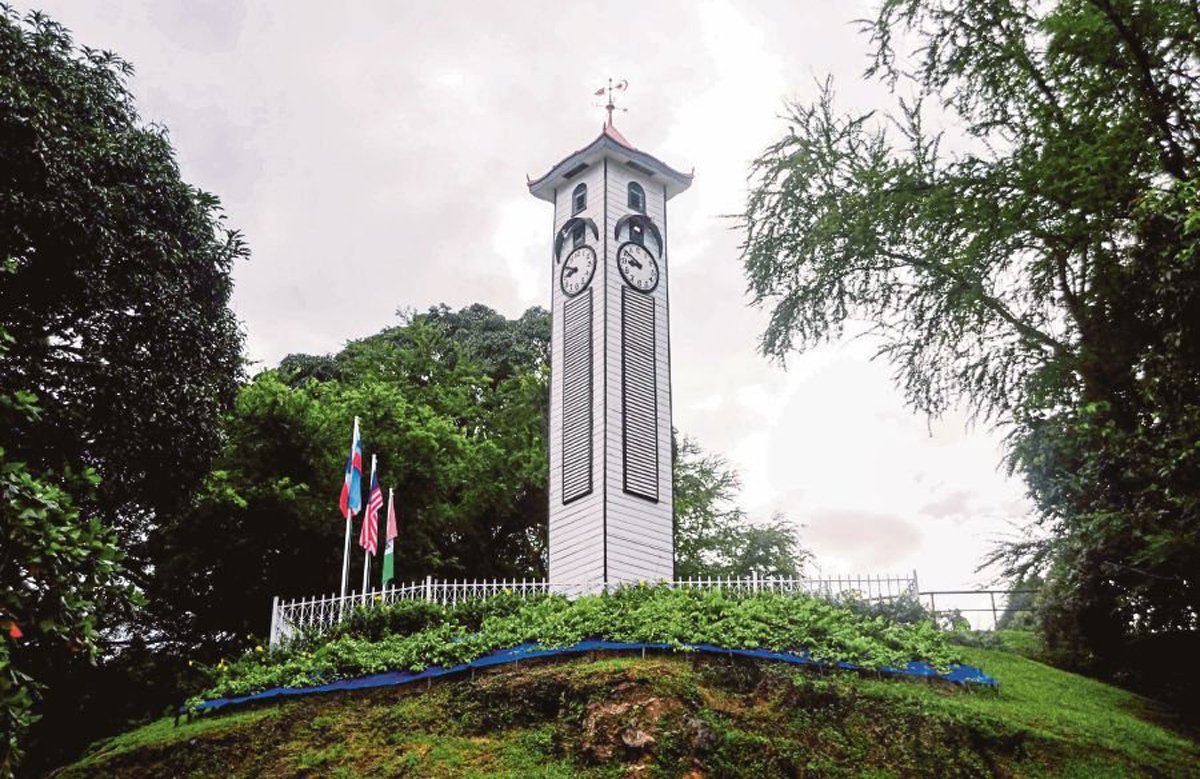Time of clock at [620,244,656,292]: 8:50
